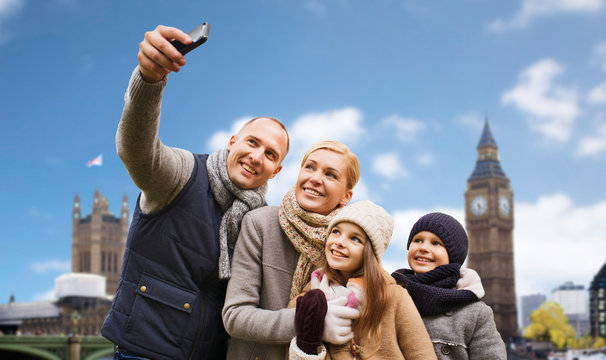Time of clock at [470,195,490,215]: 4:31
